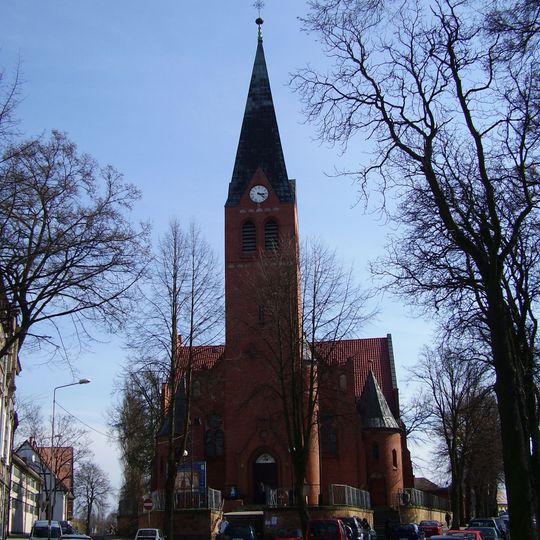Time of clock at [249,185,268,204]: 3:22
